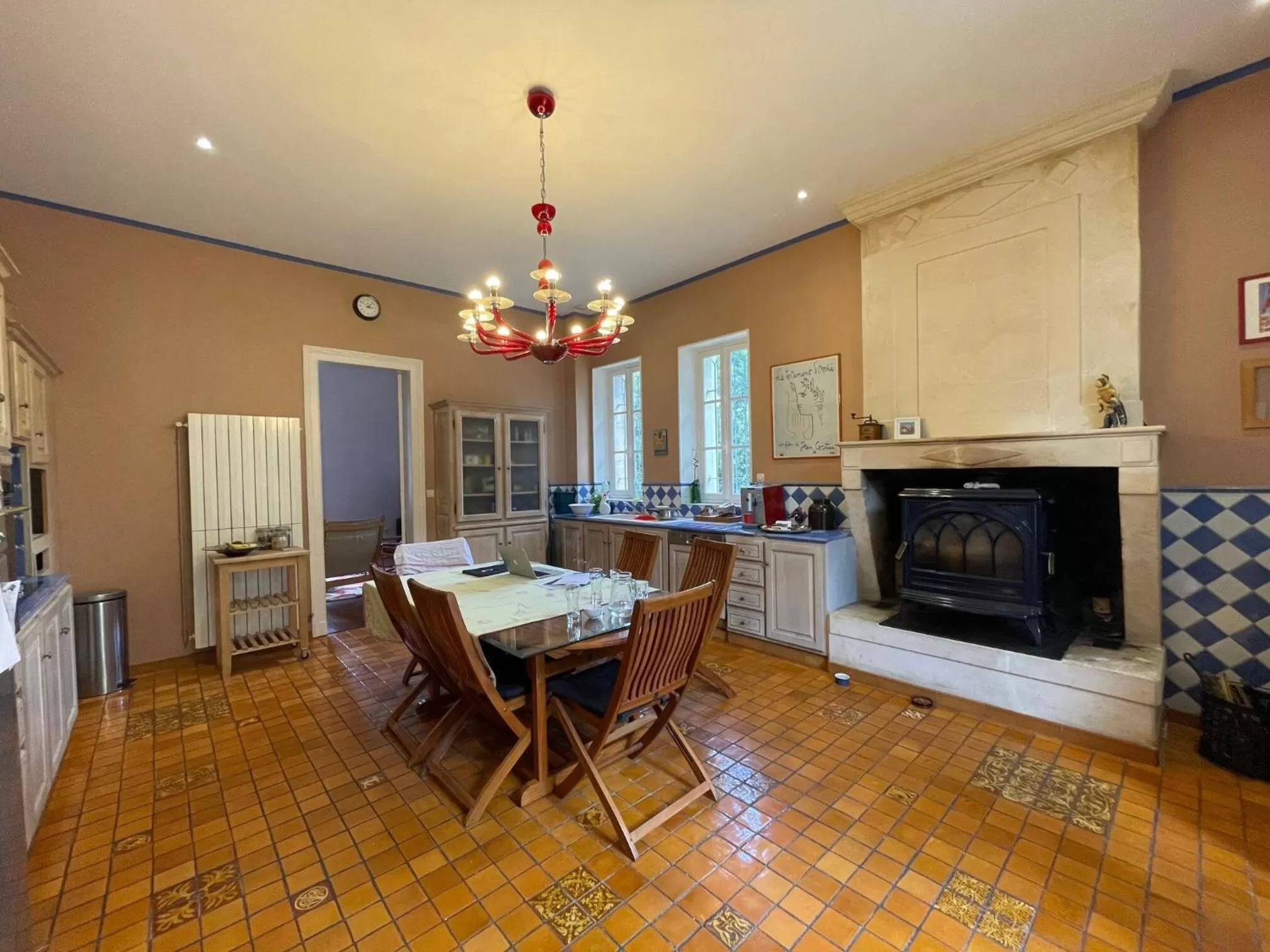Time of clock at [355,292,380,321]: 3:07
